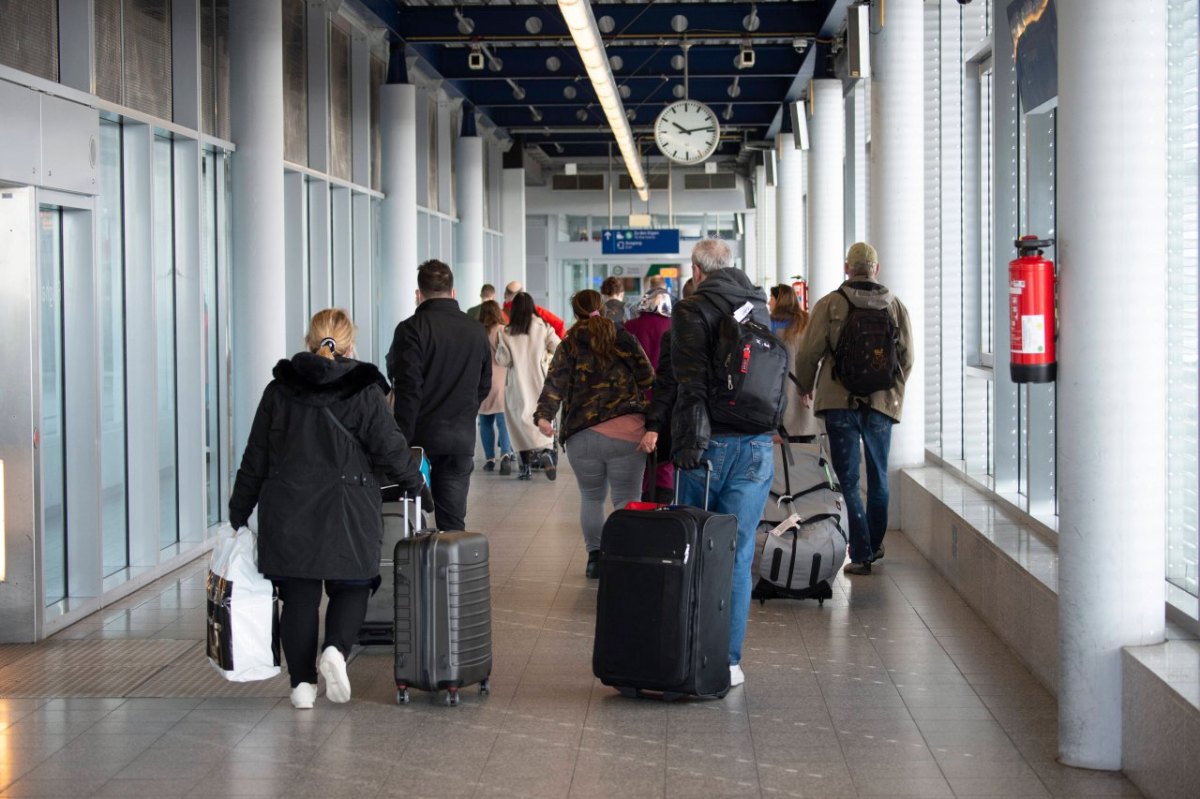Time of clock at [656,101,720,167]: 10:13
